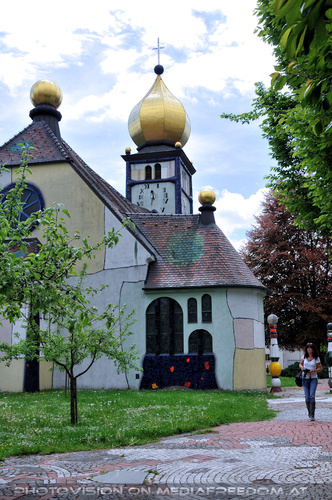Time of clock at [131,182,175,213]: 11:32
